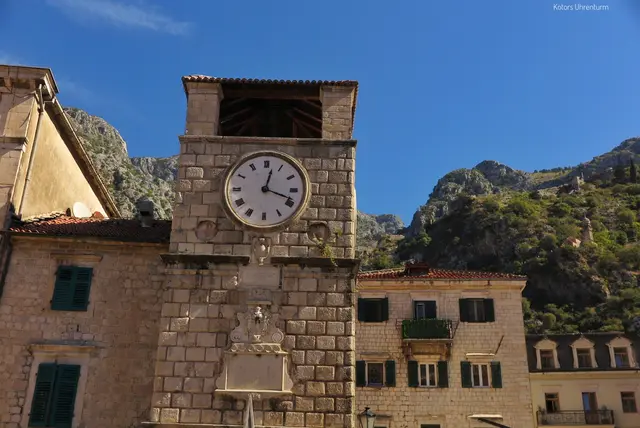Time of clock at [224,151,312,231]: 12:18
